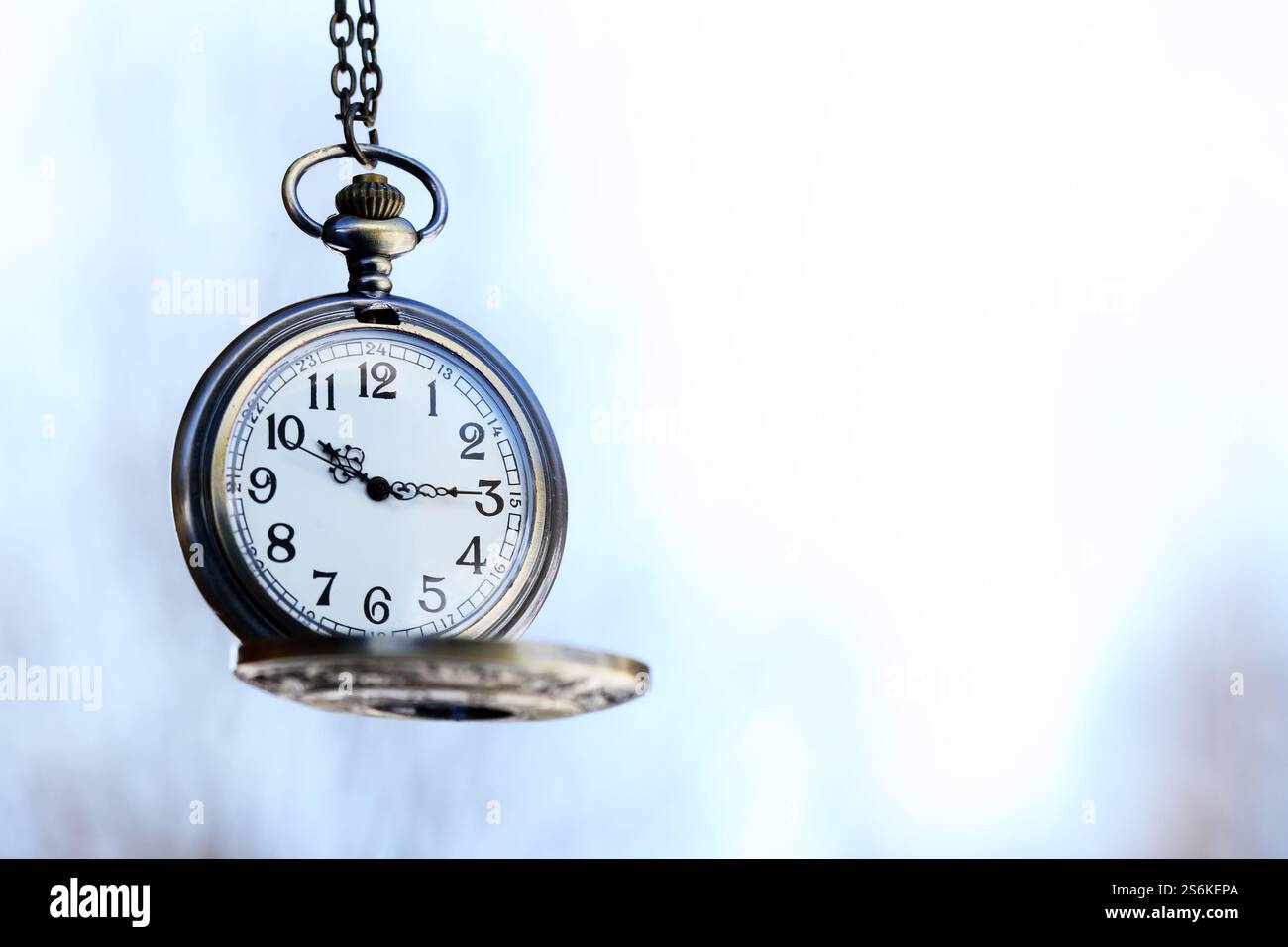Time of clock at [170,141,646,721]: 10:14
